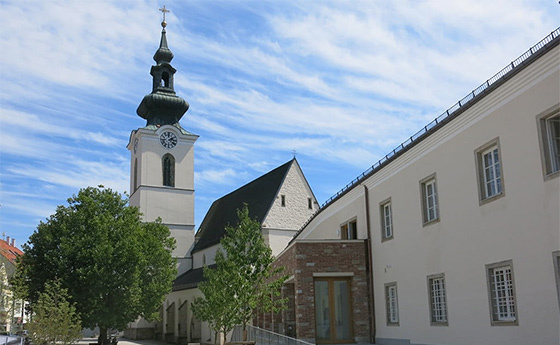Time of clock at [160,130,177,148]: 2:21
